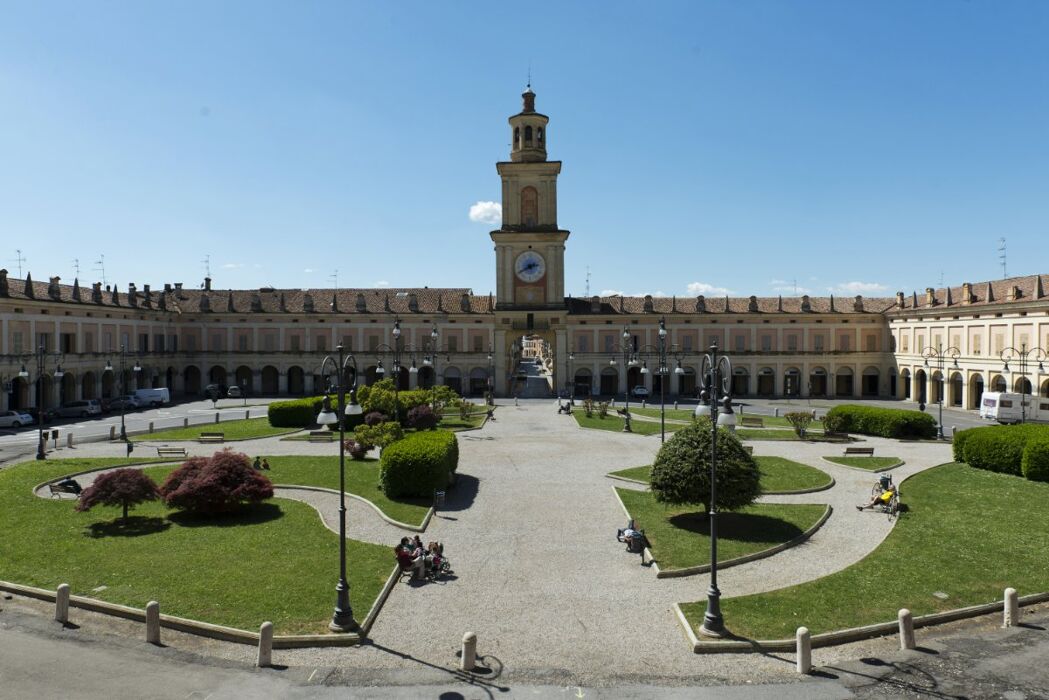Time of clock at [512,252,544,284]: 2:40
